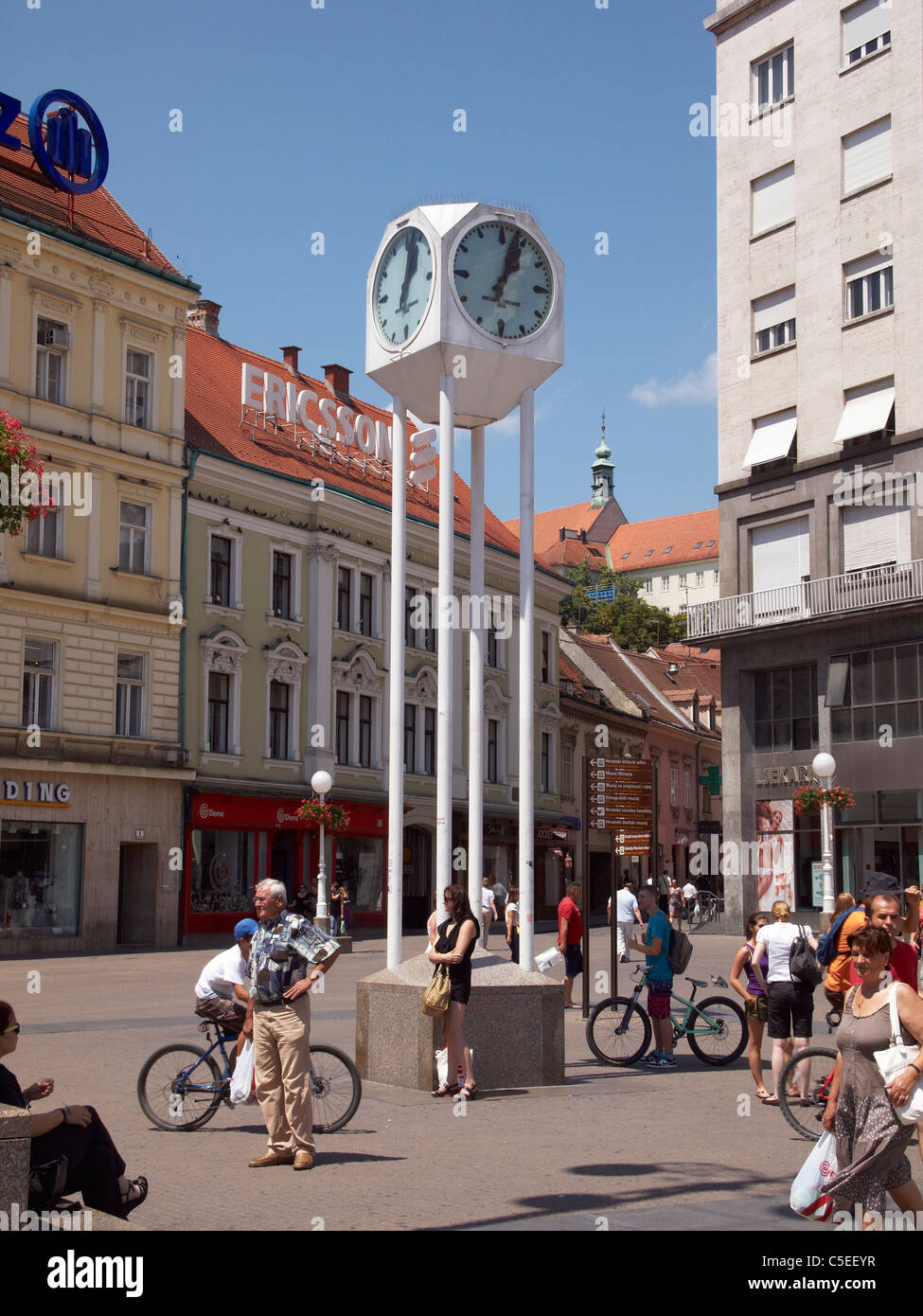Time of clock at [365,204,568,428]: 1:02
